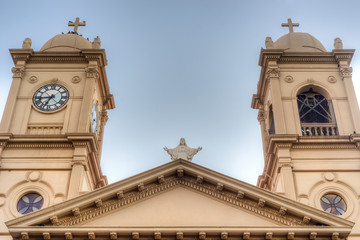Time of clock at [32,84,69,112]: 6:43
